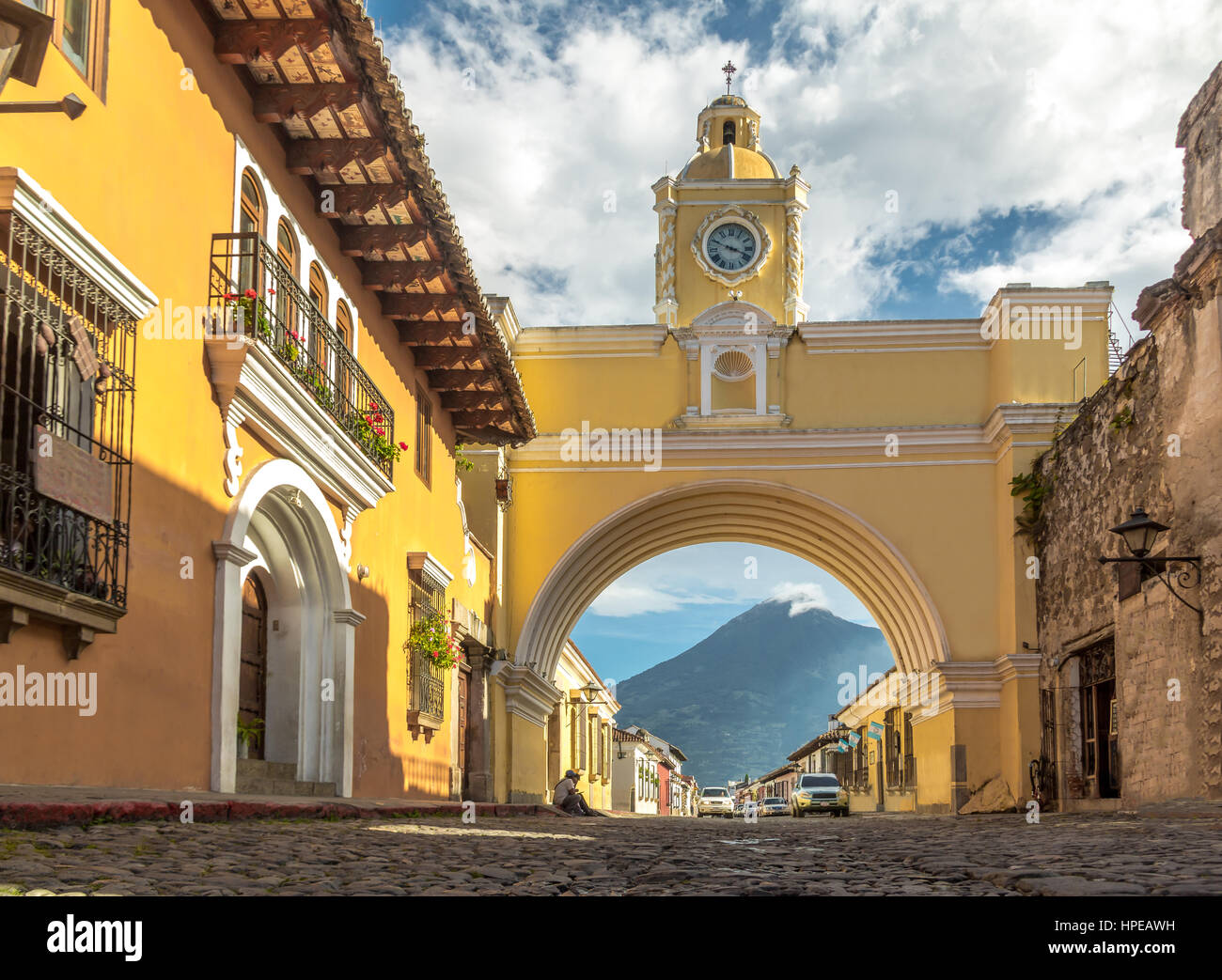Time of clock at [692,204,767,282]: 3:48
